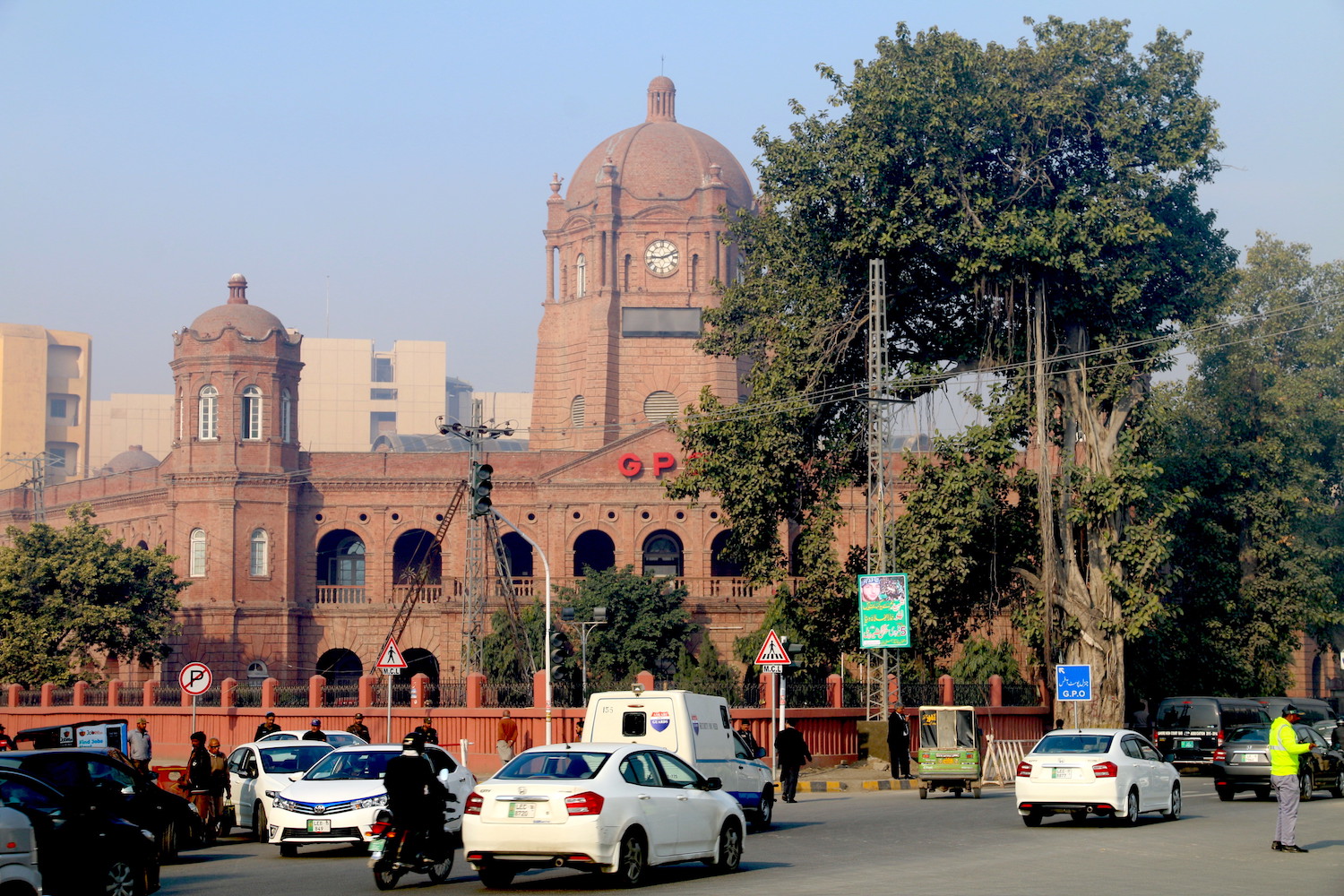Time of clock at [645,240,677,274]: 9:11
